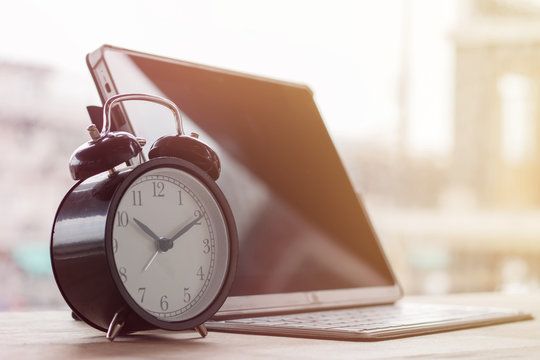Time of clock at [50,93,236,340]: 10:10
